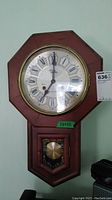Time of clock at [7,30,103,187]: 7:00
